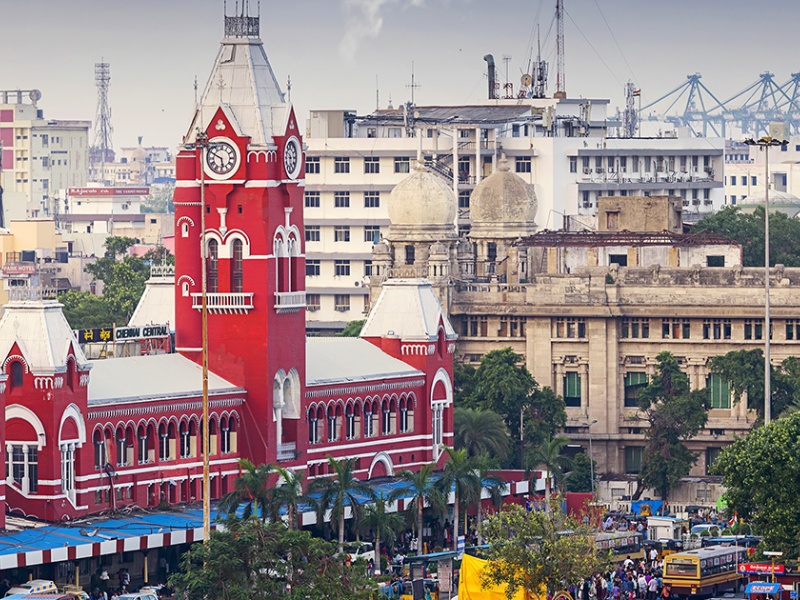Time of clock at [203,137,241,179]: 5:49
